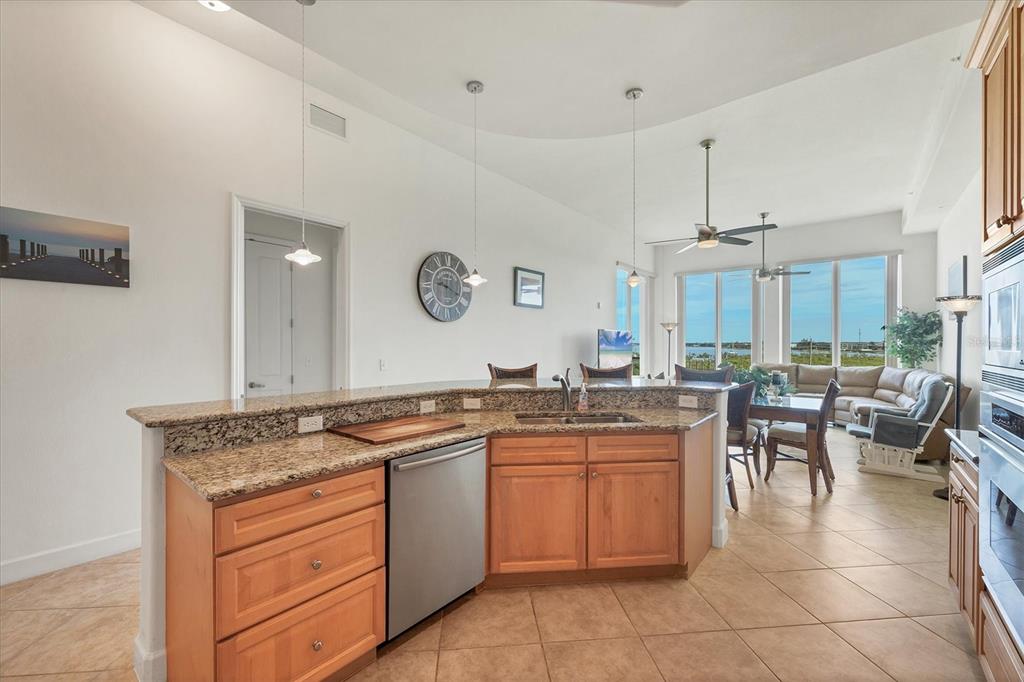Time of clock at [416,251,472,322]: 9:19
